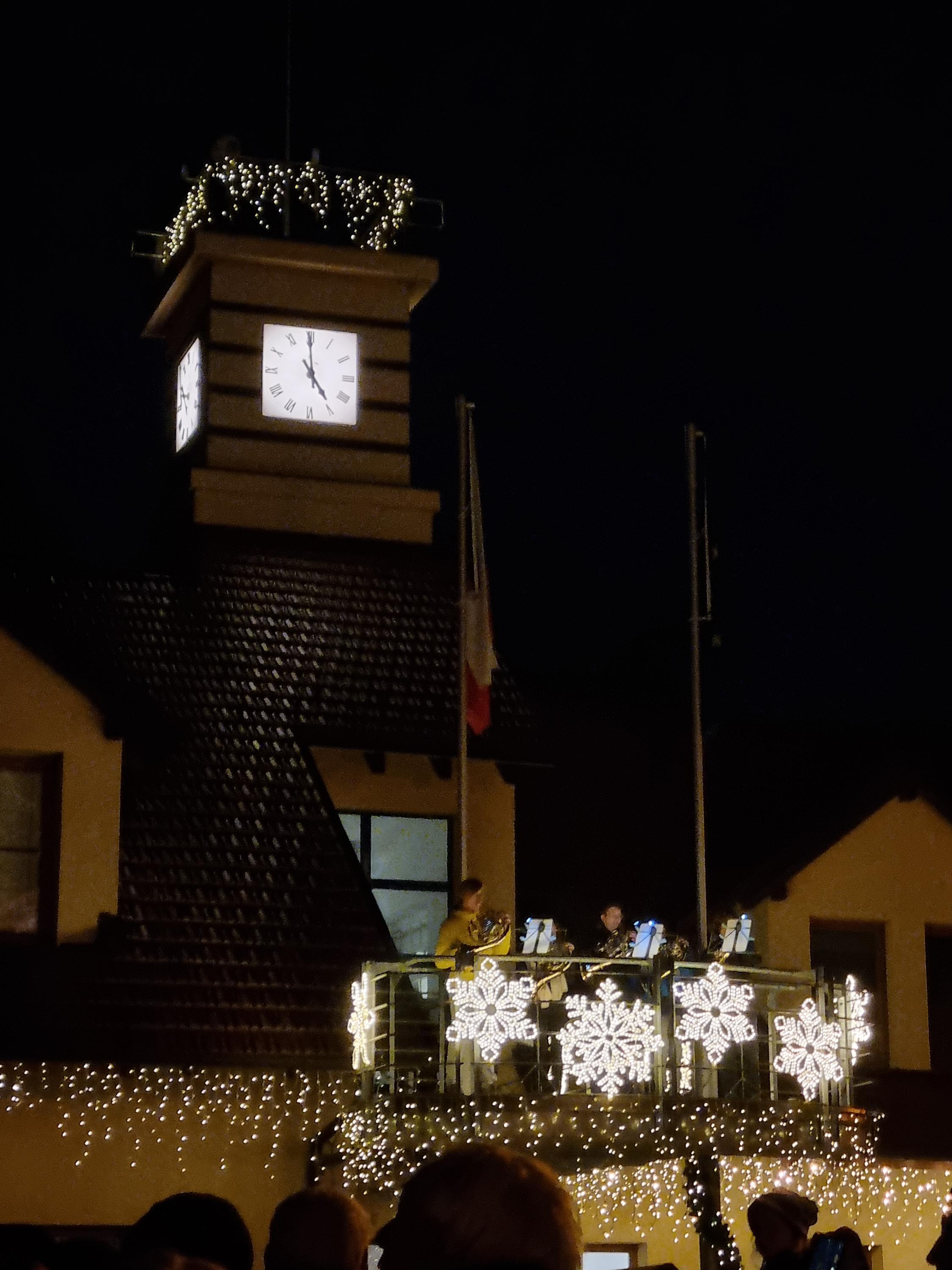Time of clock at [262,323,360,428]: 4:59
